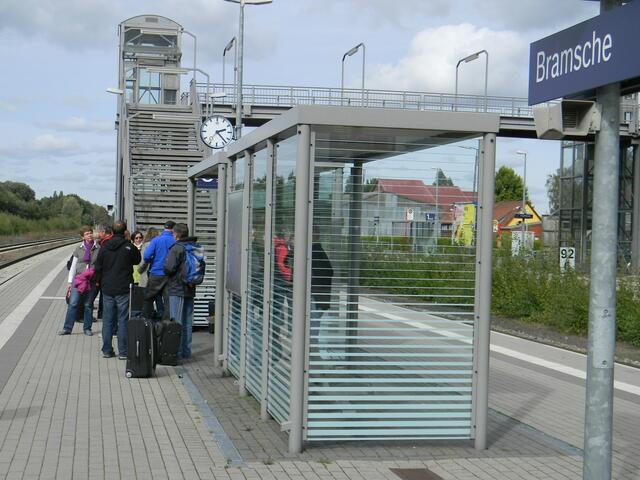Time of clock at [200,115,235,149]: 2:23
